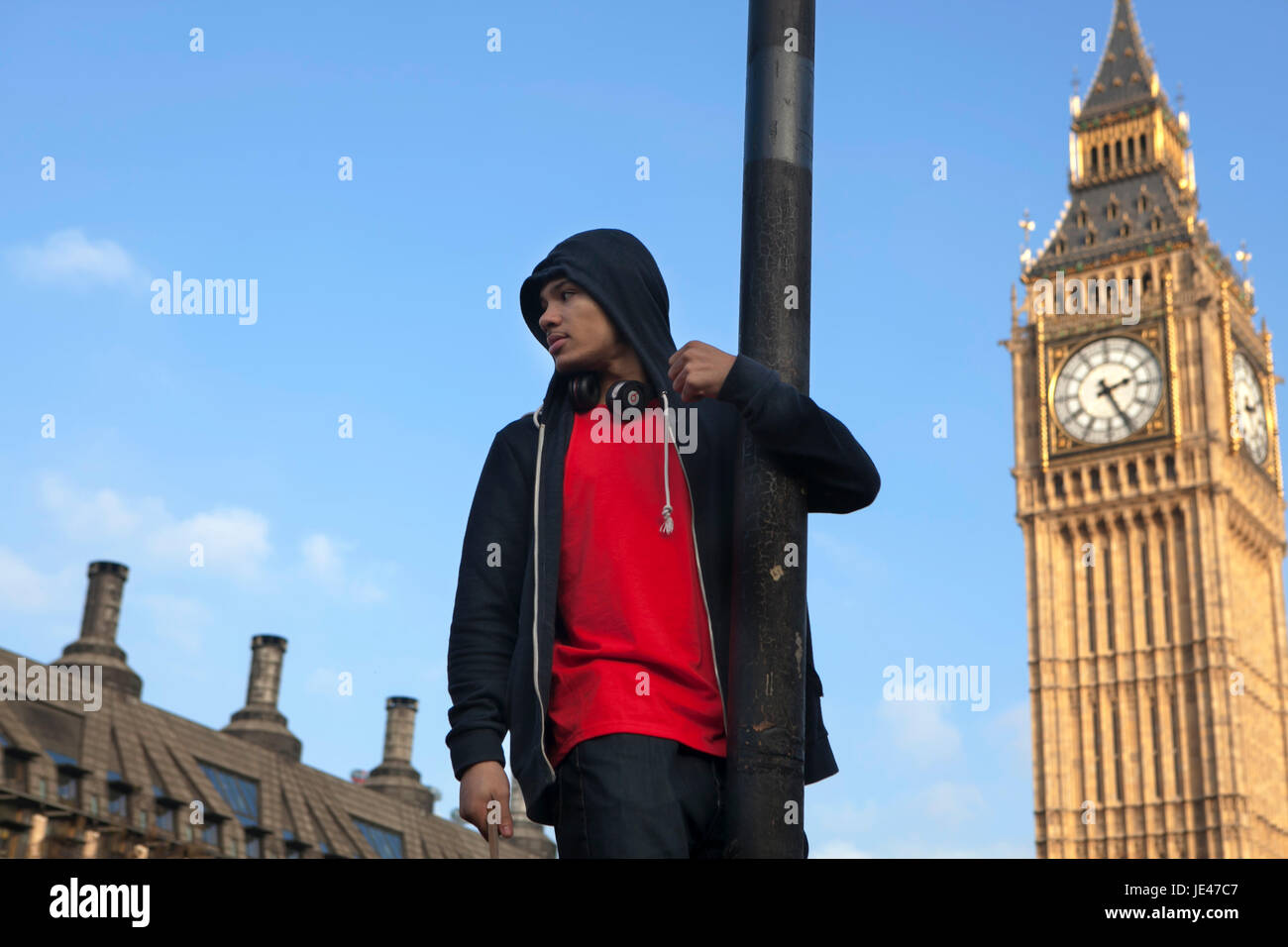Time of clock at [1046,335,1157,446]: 2:25
